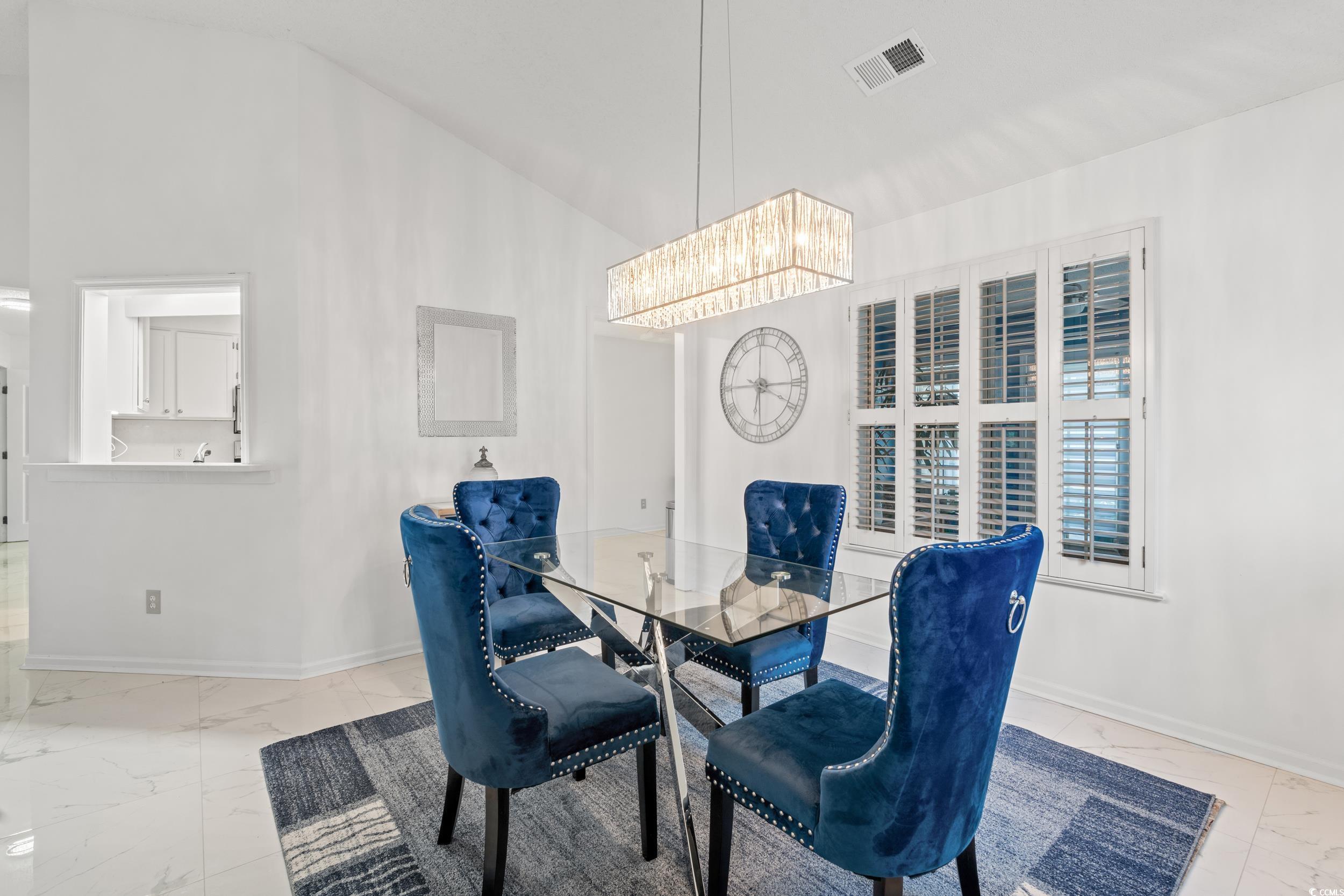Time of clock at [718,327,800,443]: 6:14
